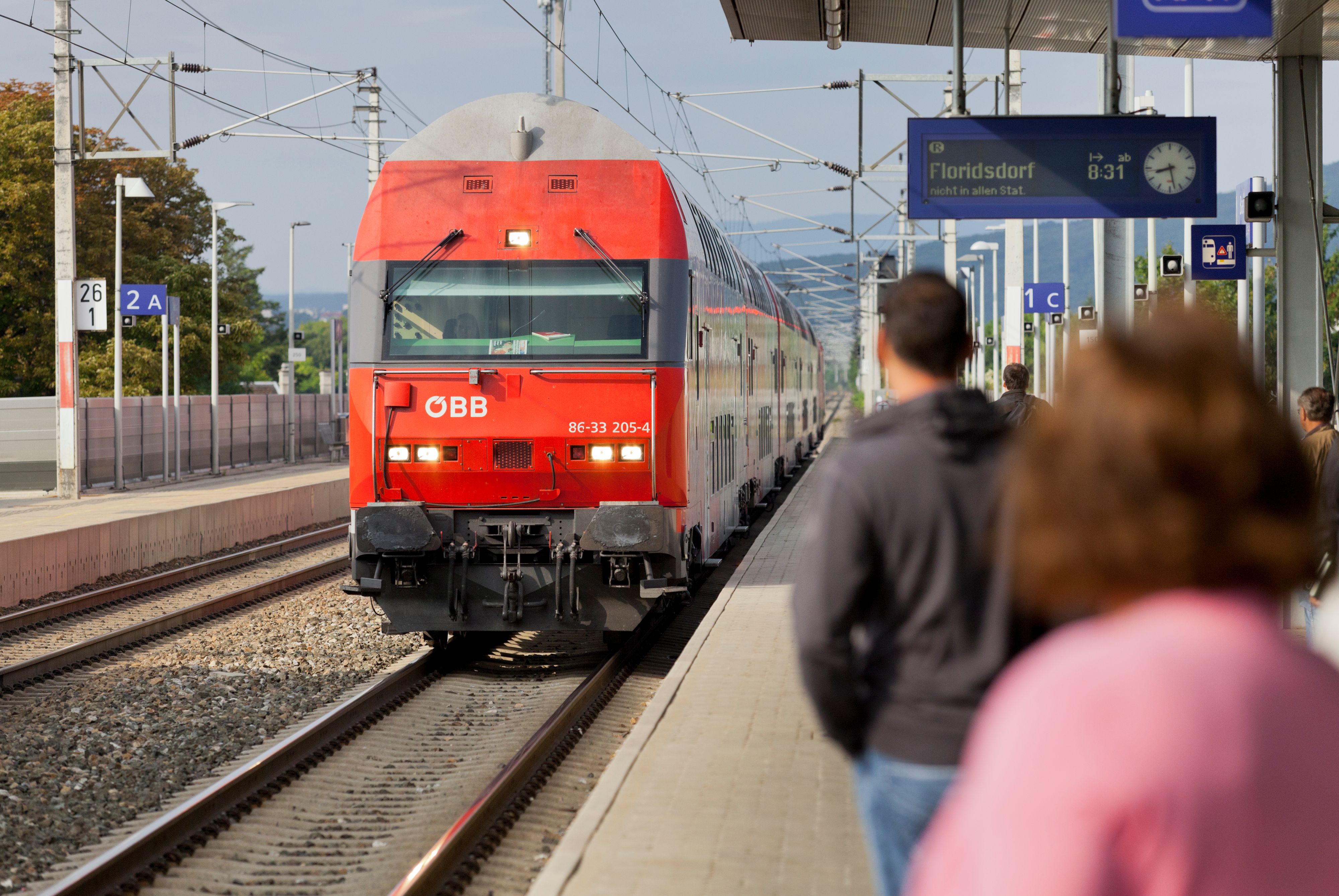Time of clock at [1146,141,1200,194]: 8:27
